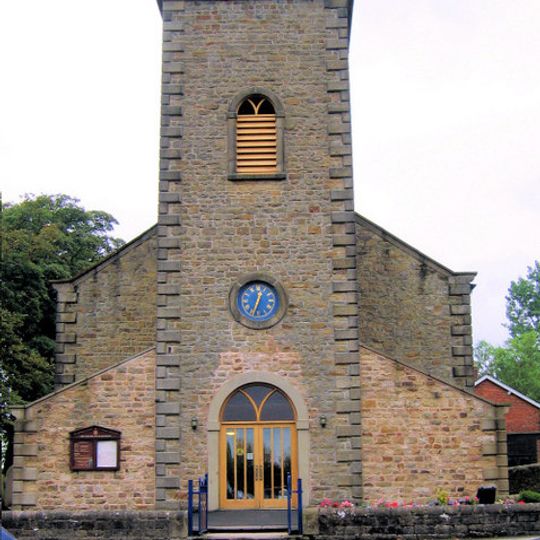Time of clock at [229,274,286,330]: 12:33
